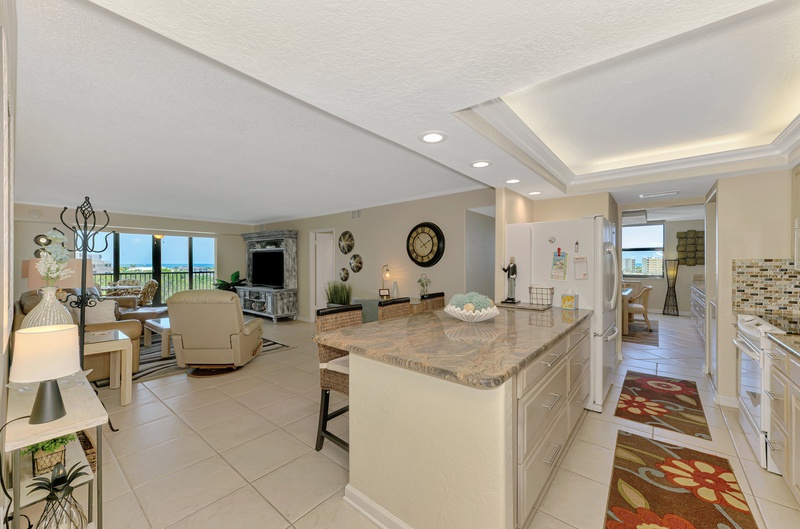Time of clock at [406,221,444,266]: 1:53
